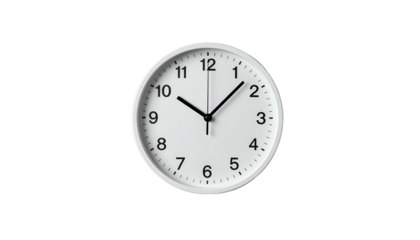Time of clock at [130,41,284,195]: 10:07
